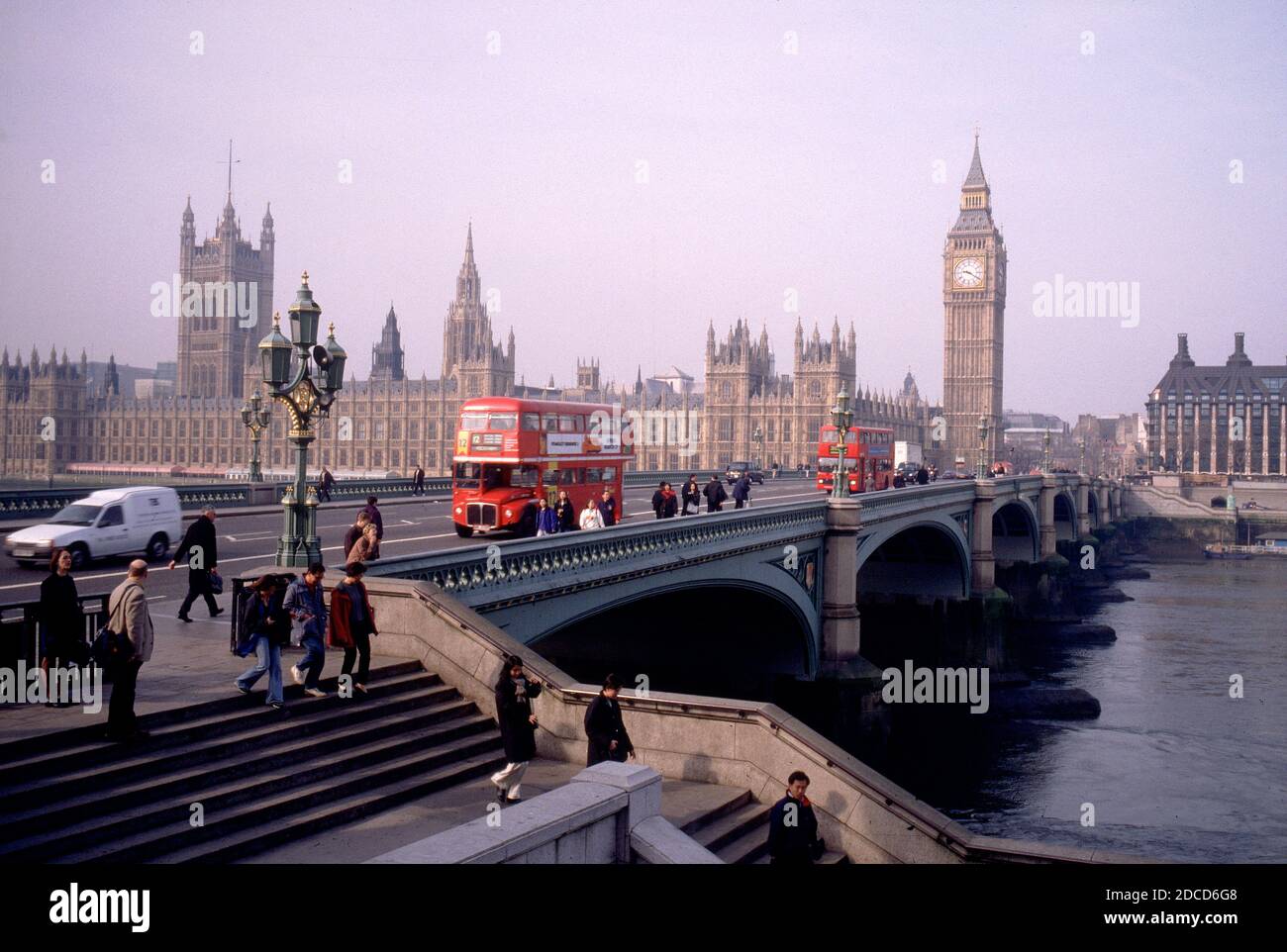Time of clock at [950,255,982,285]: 9:20
